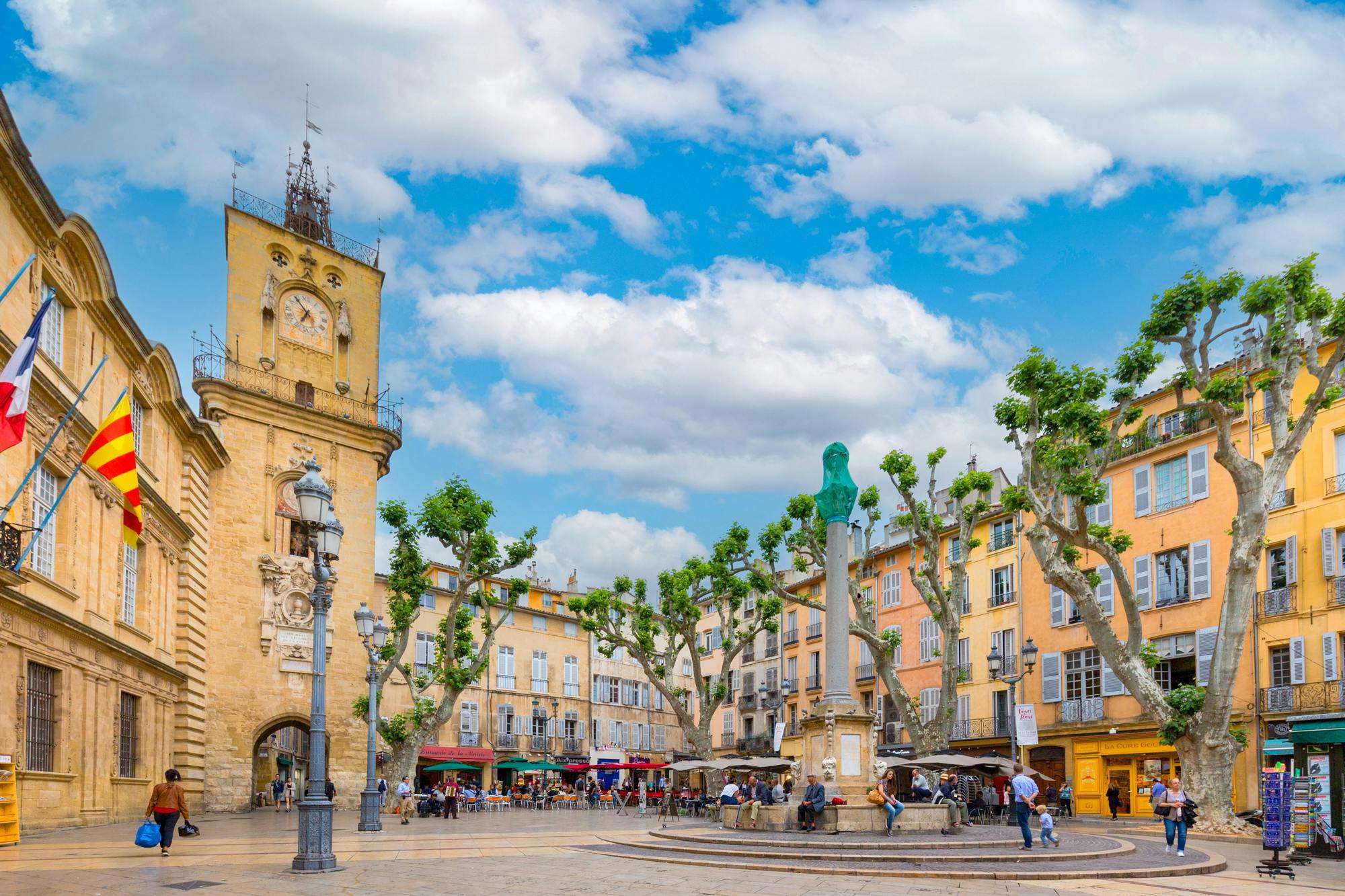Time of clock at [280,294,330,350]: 6:54
